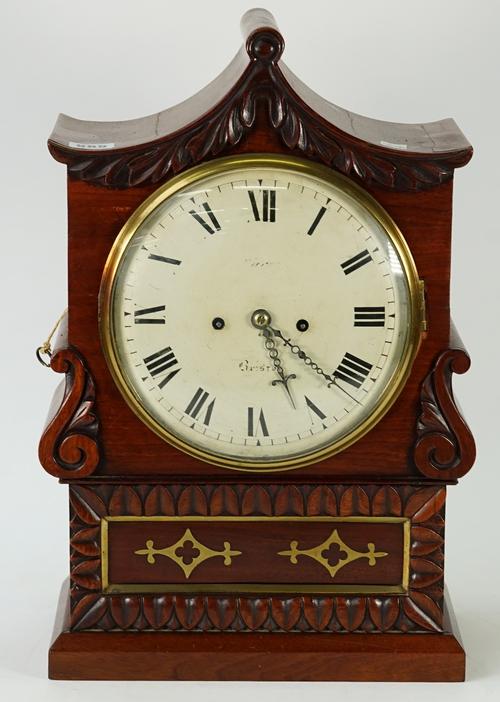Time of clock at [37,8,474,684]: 4:26
